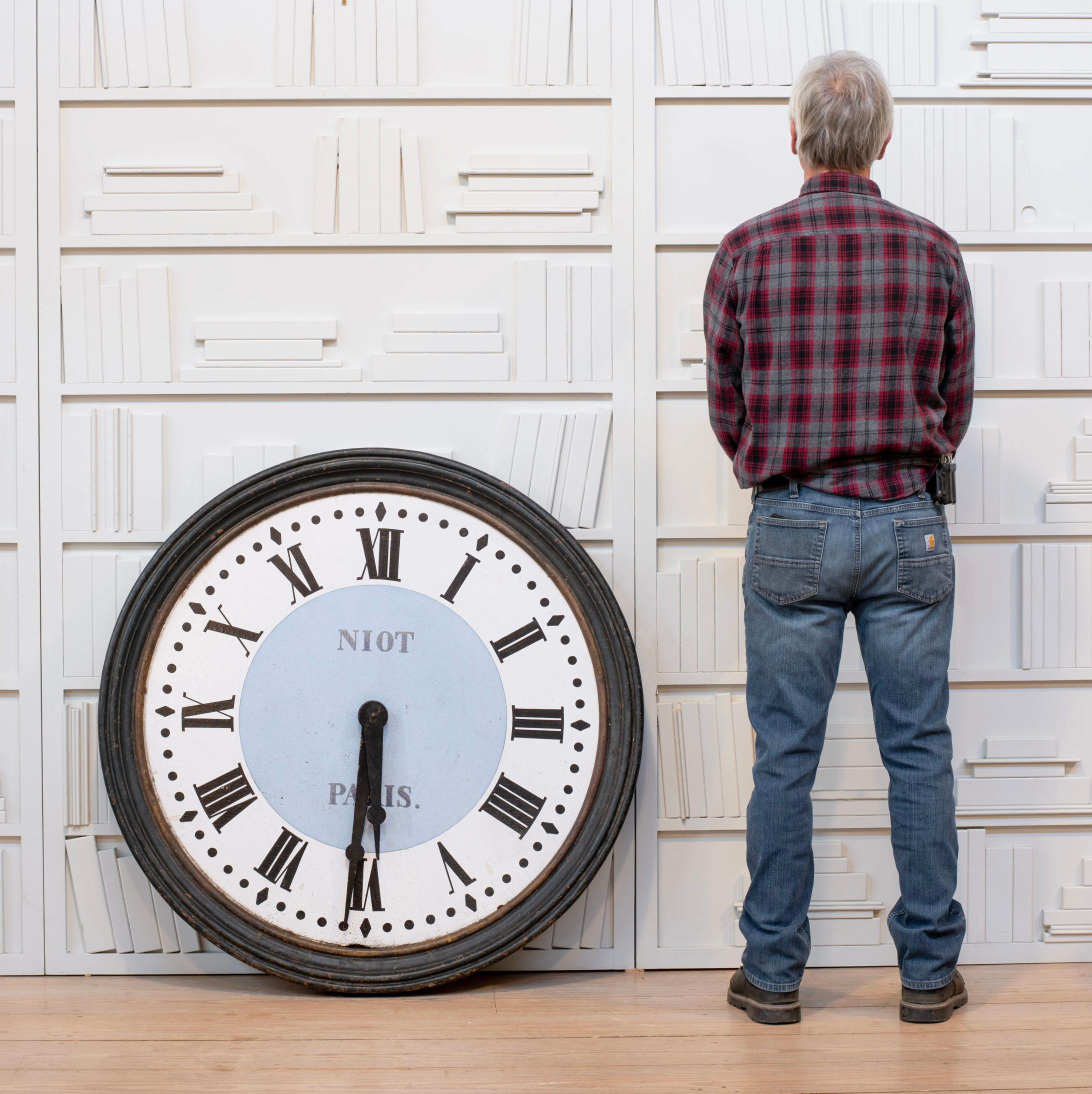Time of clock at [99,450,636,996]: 5:30
